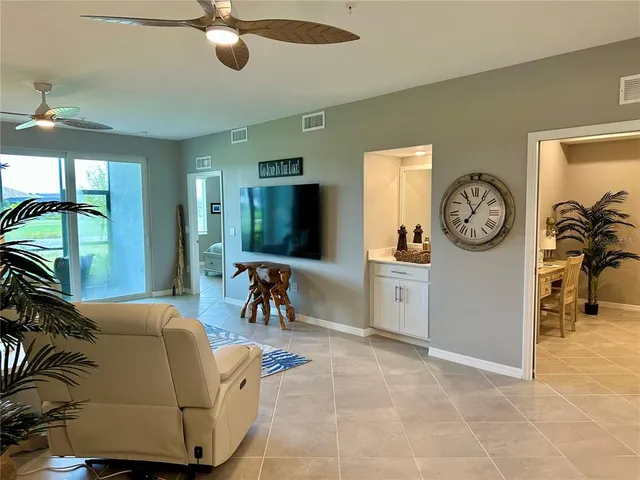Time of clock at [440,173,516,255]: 11:05
